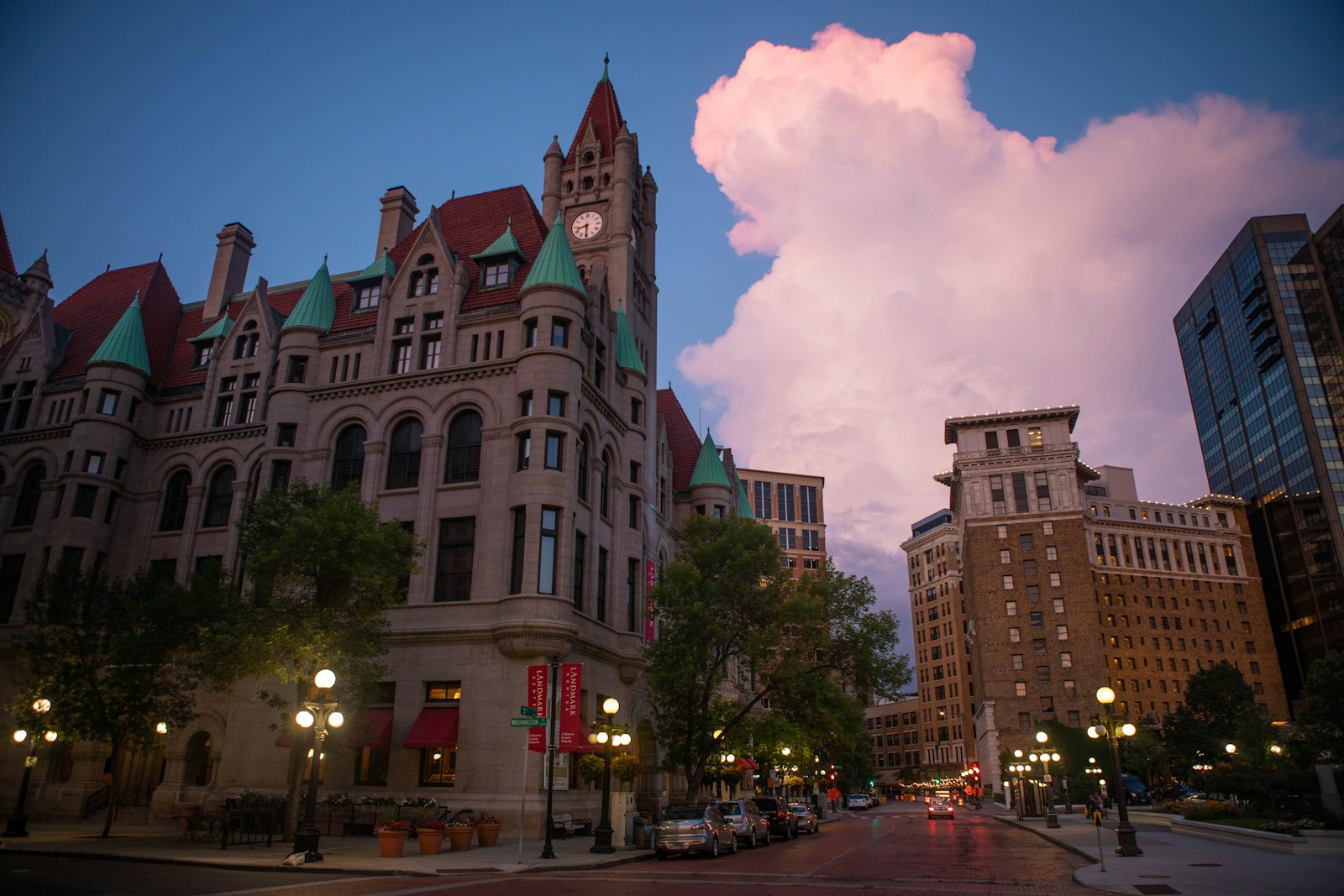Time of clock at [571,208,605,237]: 8:30
